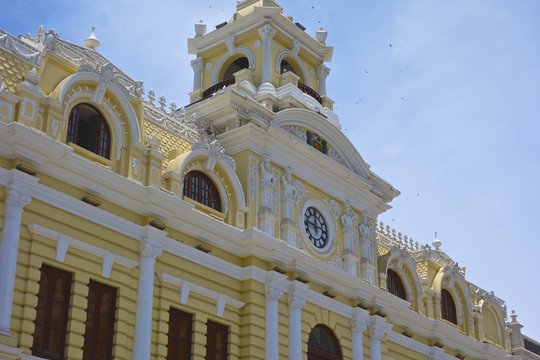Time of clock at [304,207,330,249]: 11:46
